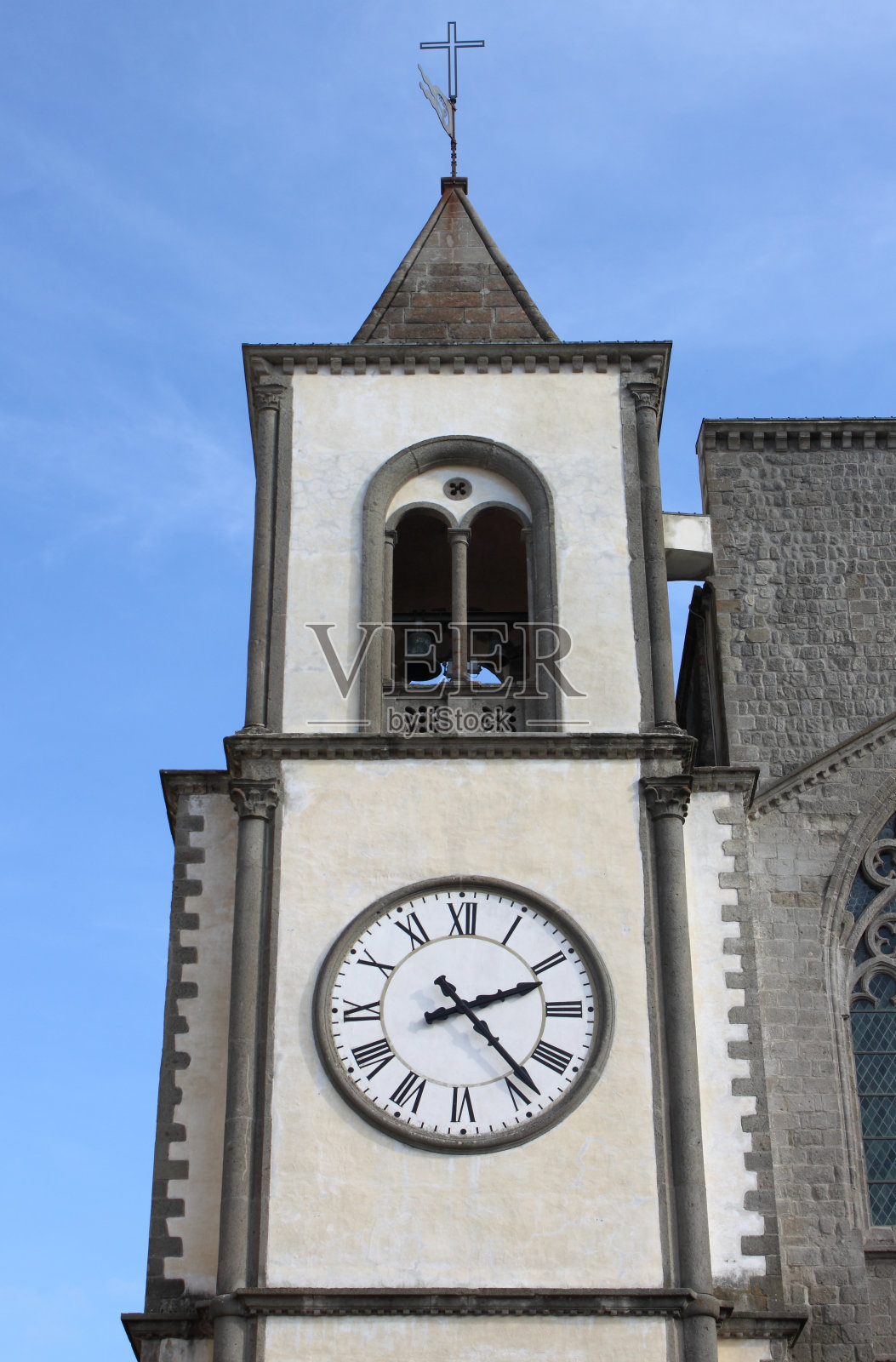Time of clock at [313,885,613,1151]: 2:23
